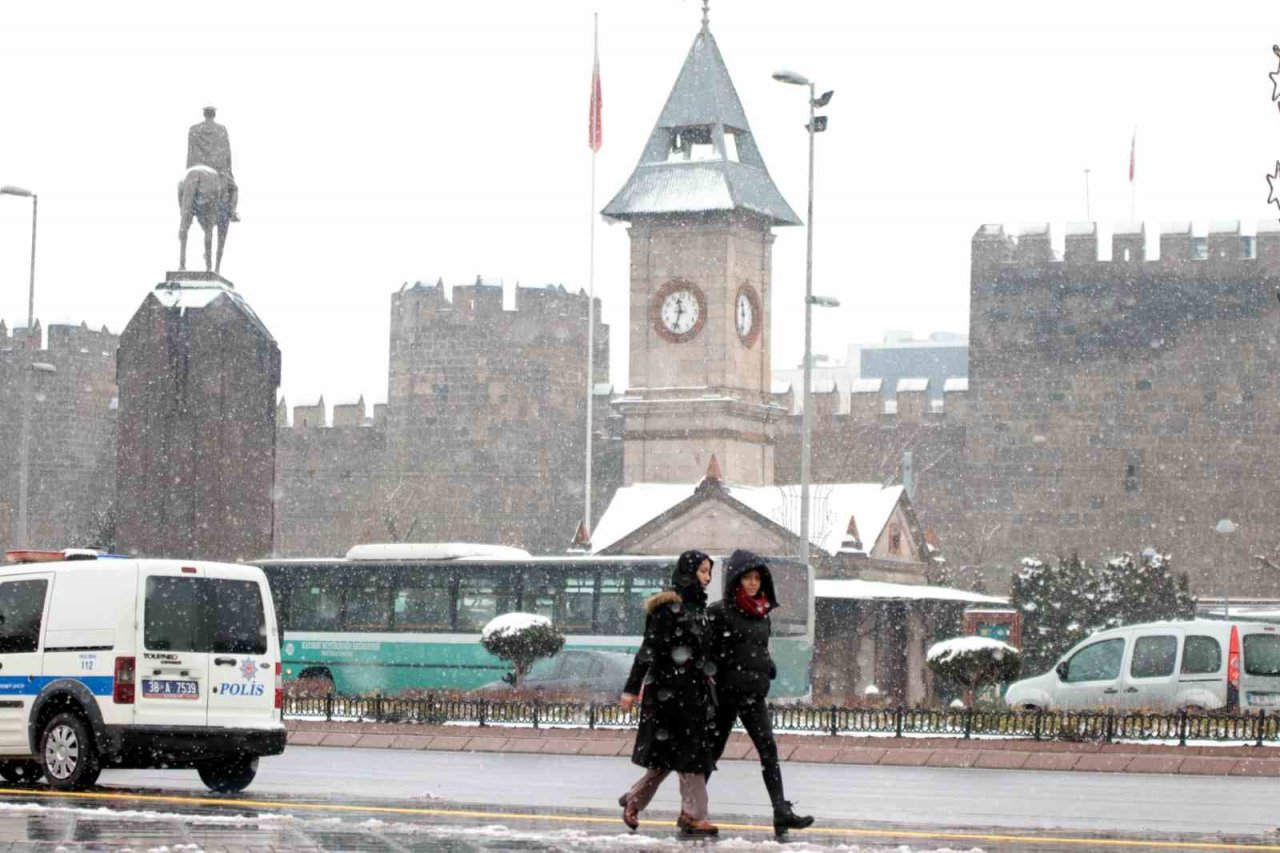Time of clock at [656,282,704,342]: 11:32
